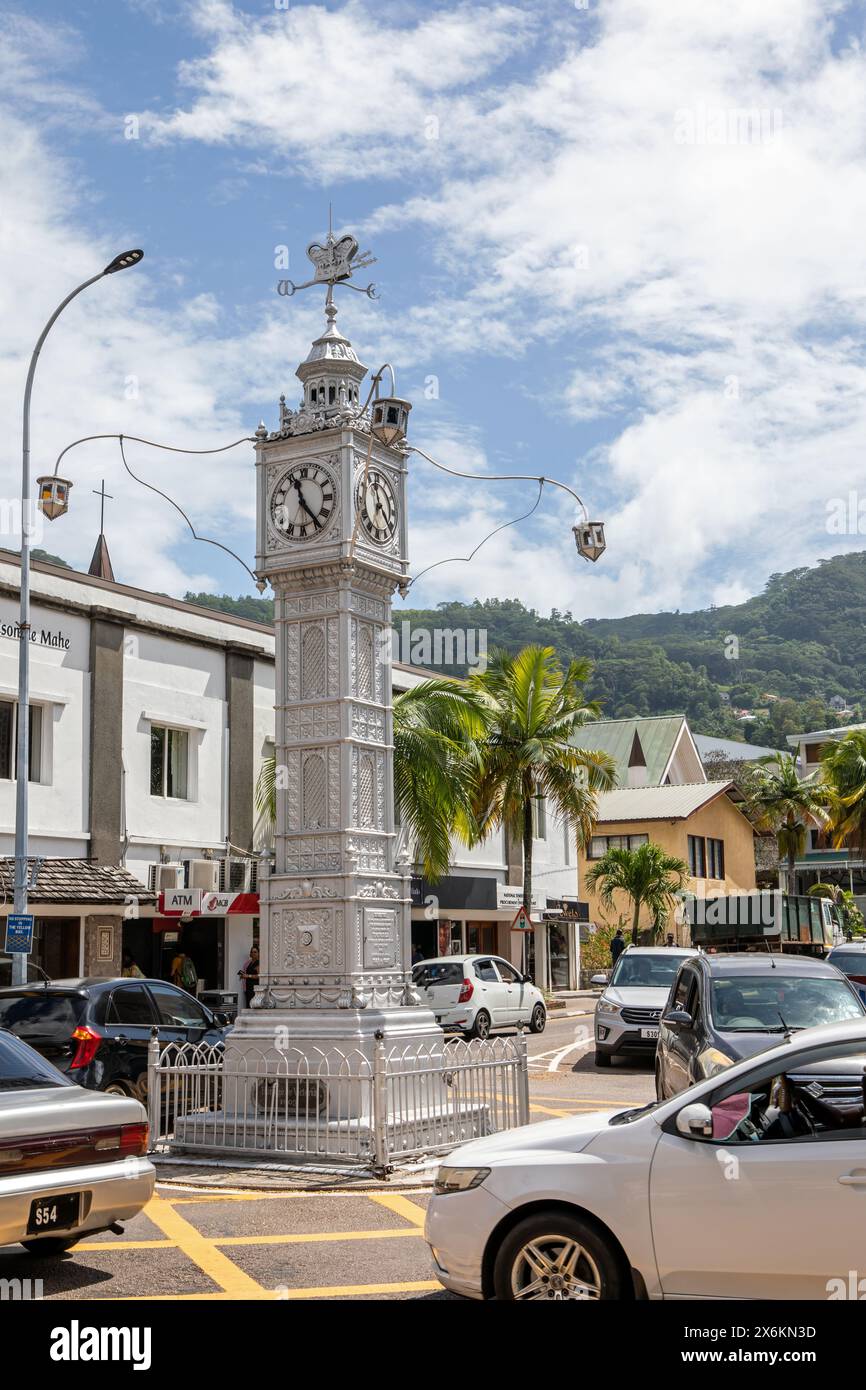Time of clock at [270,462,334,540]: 11:23
